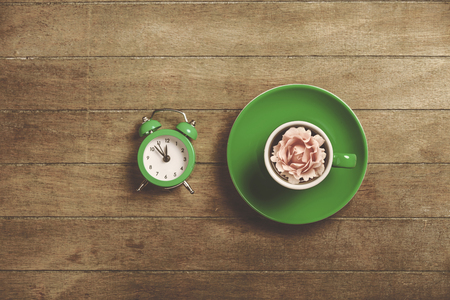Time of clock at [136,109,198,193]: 11:52
